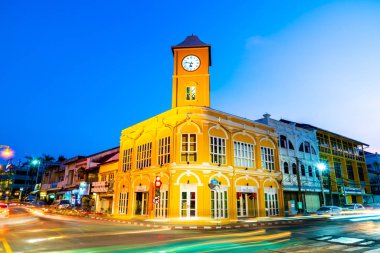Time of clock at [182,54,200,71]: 6:47
